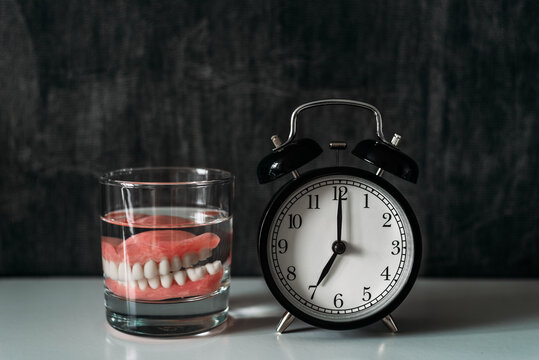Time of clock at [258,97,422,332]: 7:00
